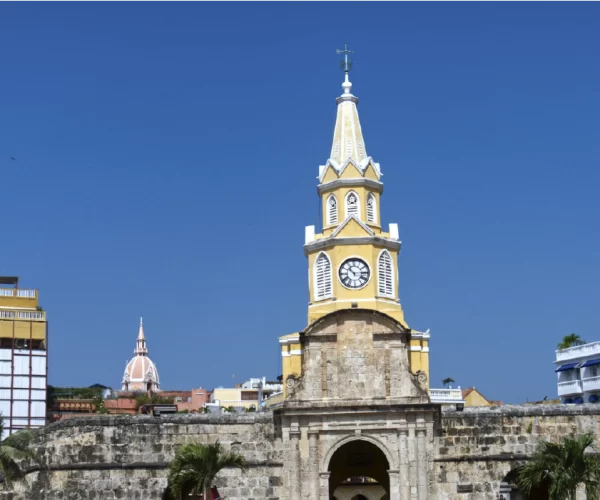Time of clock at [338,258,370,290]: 10:14
